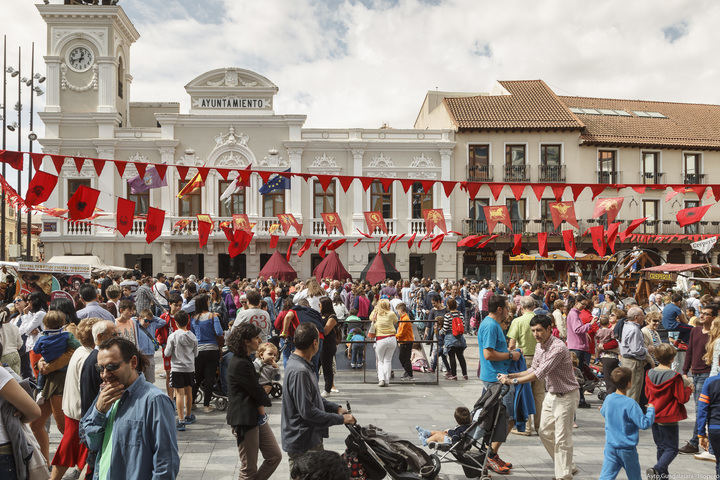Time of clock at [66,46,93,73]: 12:42
